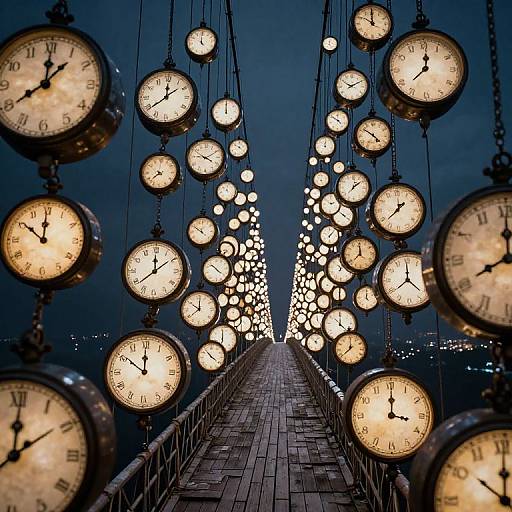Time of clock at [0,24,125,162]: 8:00
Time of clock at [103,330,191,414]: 11:50
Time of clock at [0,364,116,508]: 12:09
